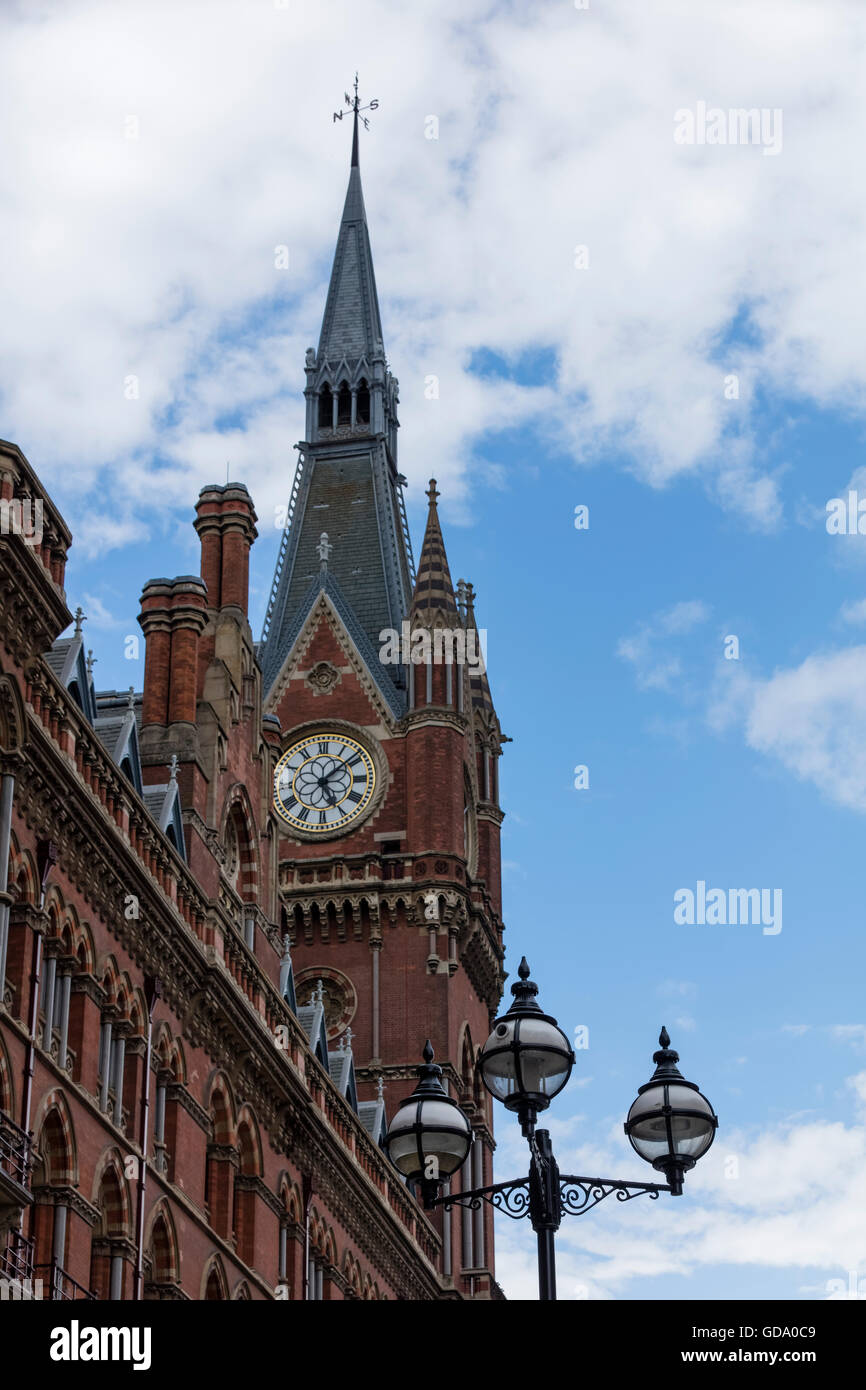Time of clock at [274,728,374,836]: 5:08
